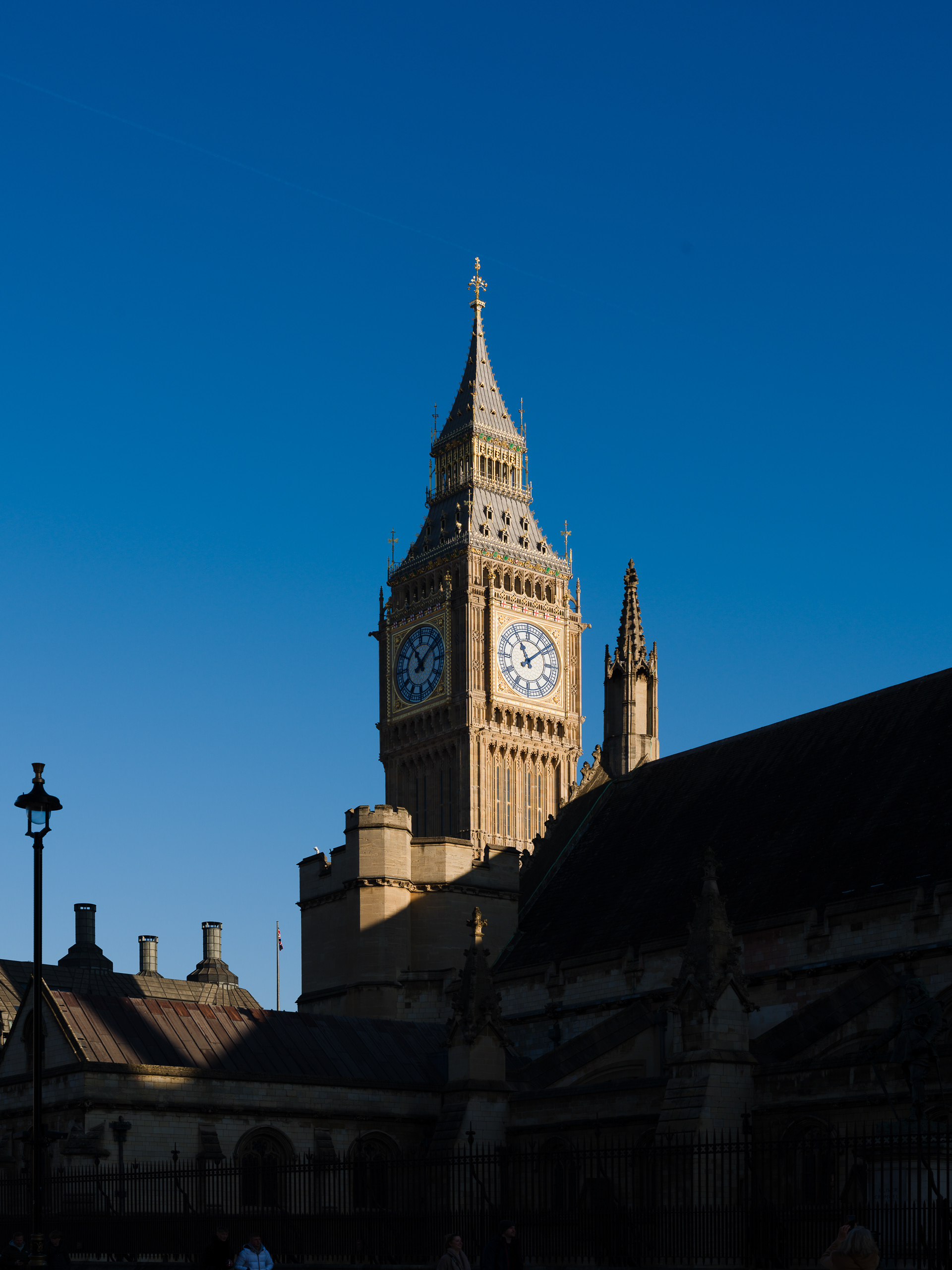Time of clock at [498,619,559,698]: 11:08
